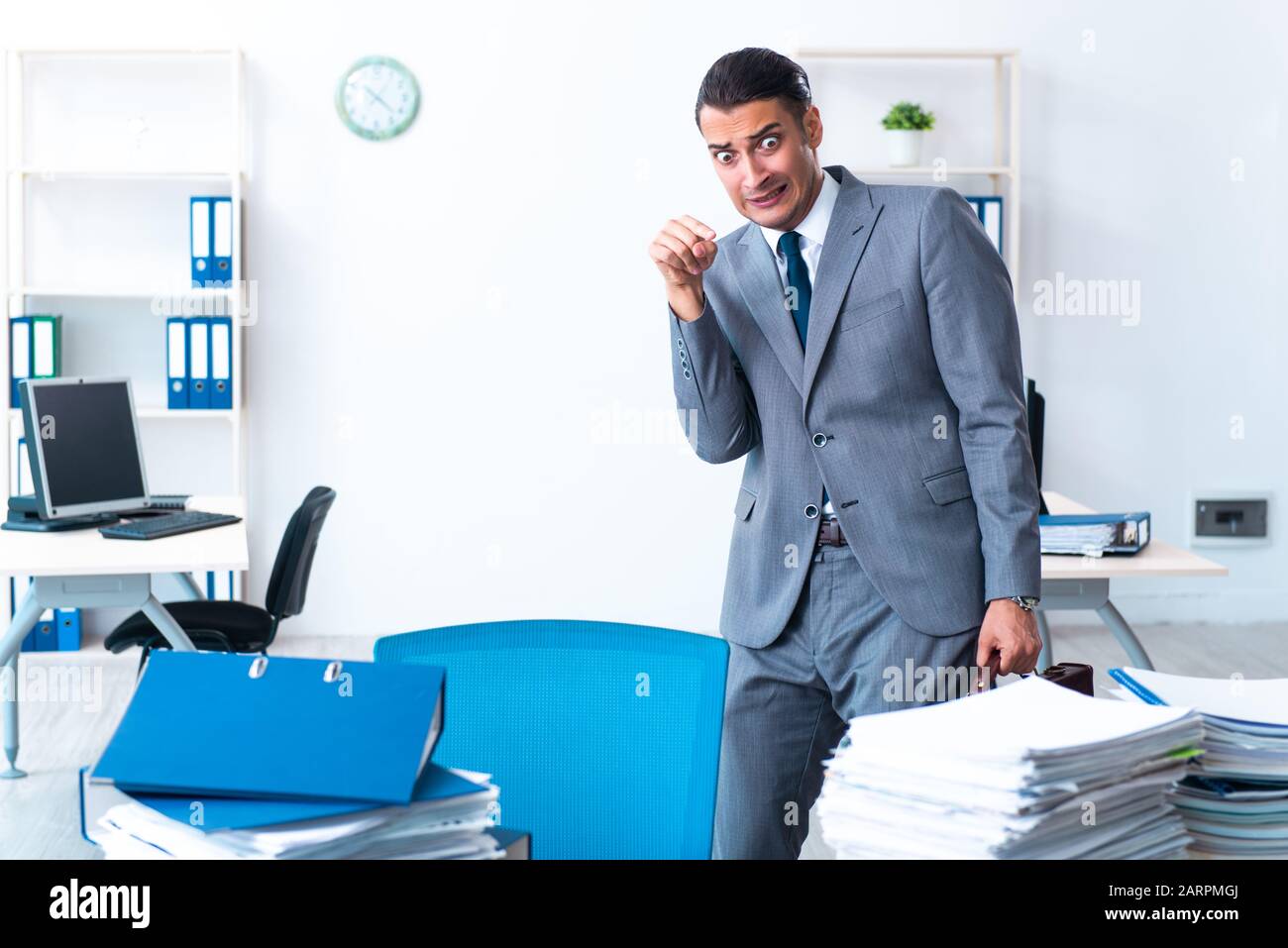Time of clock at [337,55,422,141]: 7:22
